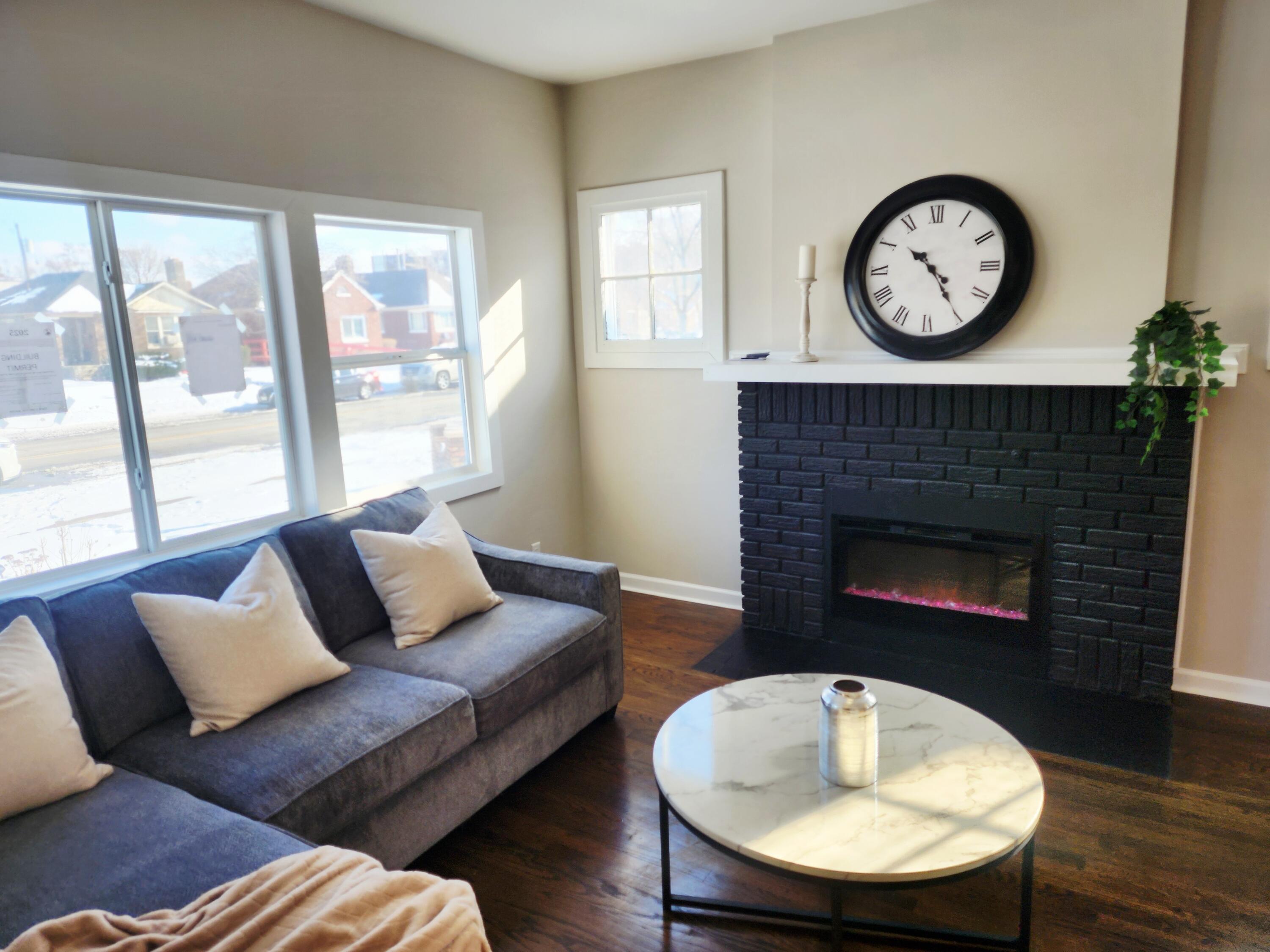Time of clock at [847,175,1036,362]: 10:24
